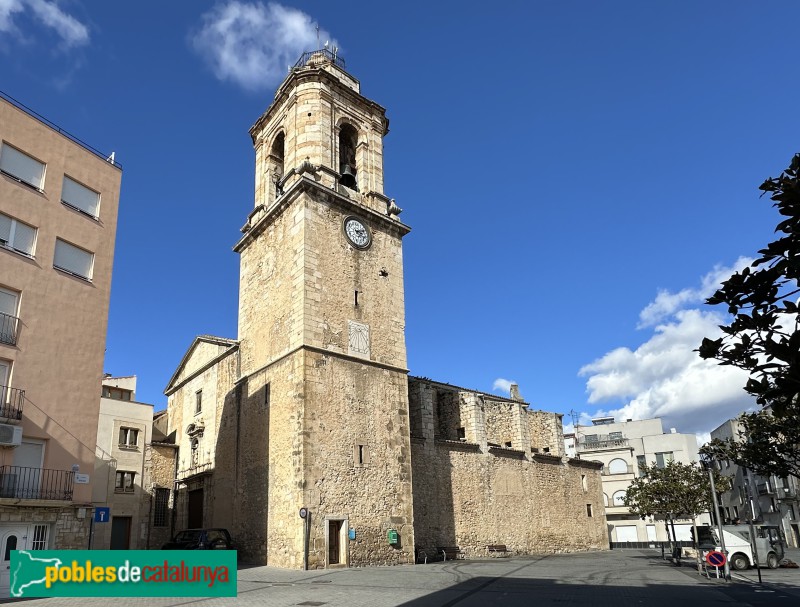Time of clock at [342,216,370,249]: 2:18
